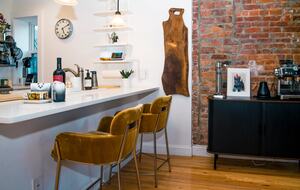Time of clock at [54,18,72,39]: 5:09
